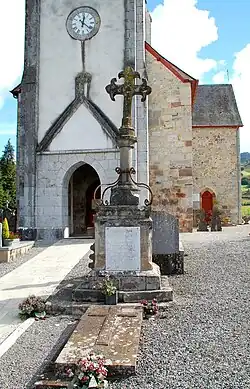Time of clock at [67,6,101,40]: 12:21
